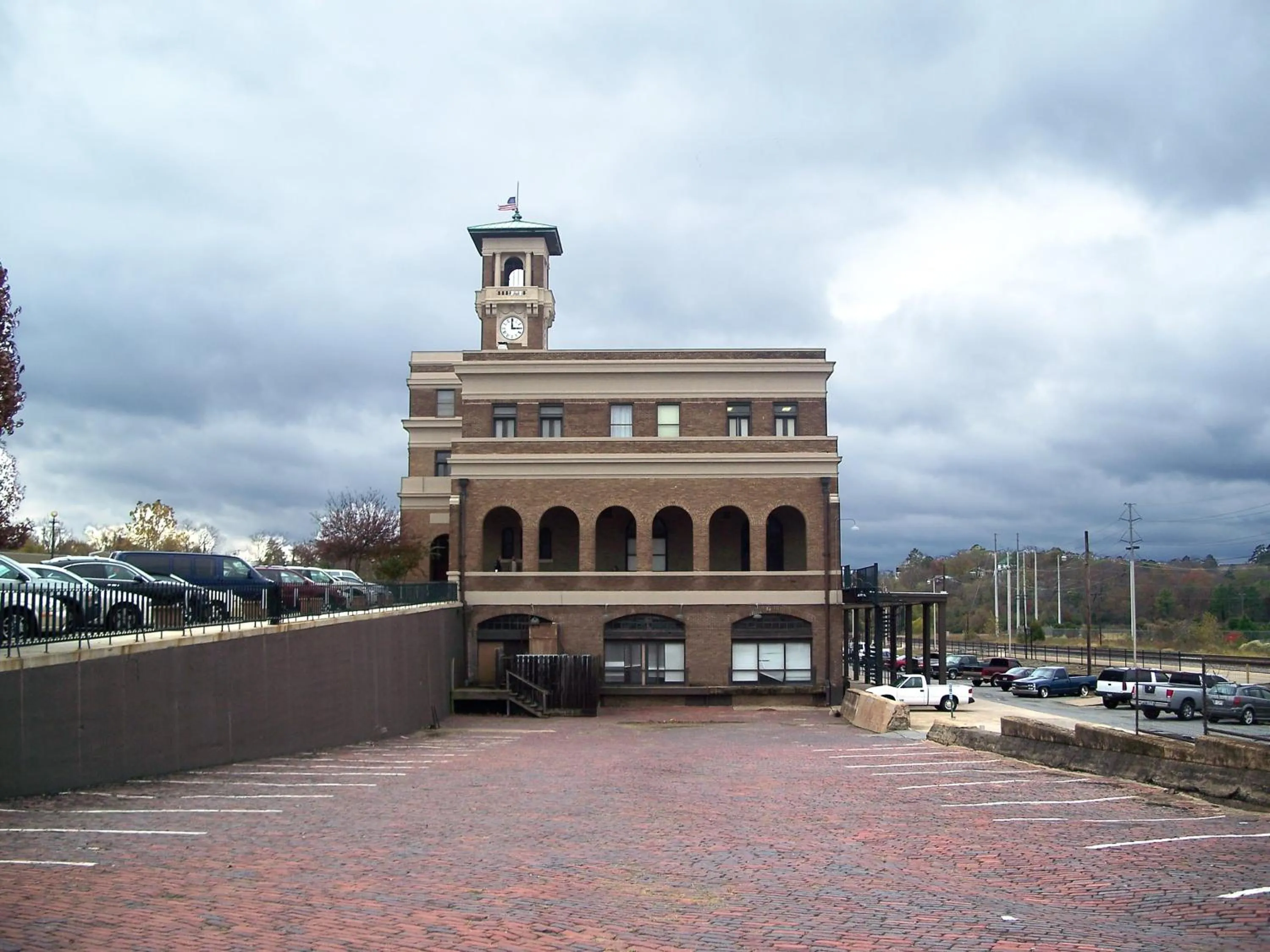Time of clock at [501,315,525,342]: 2:59
